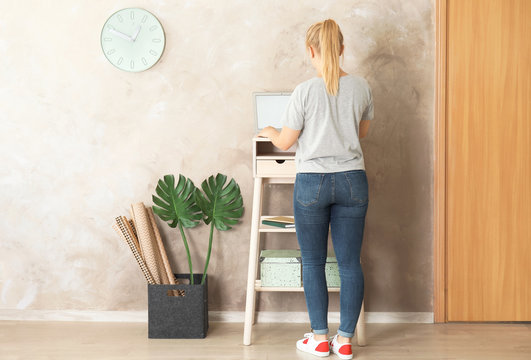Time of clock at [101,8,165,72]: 12:49
